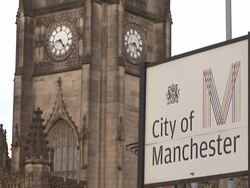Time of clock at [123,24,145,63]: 4:42
